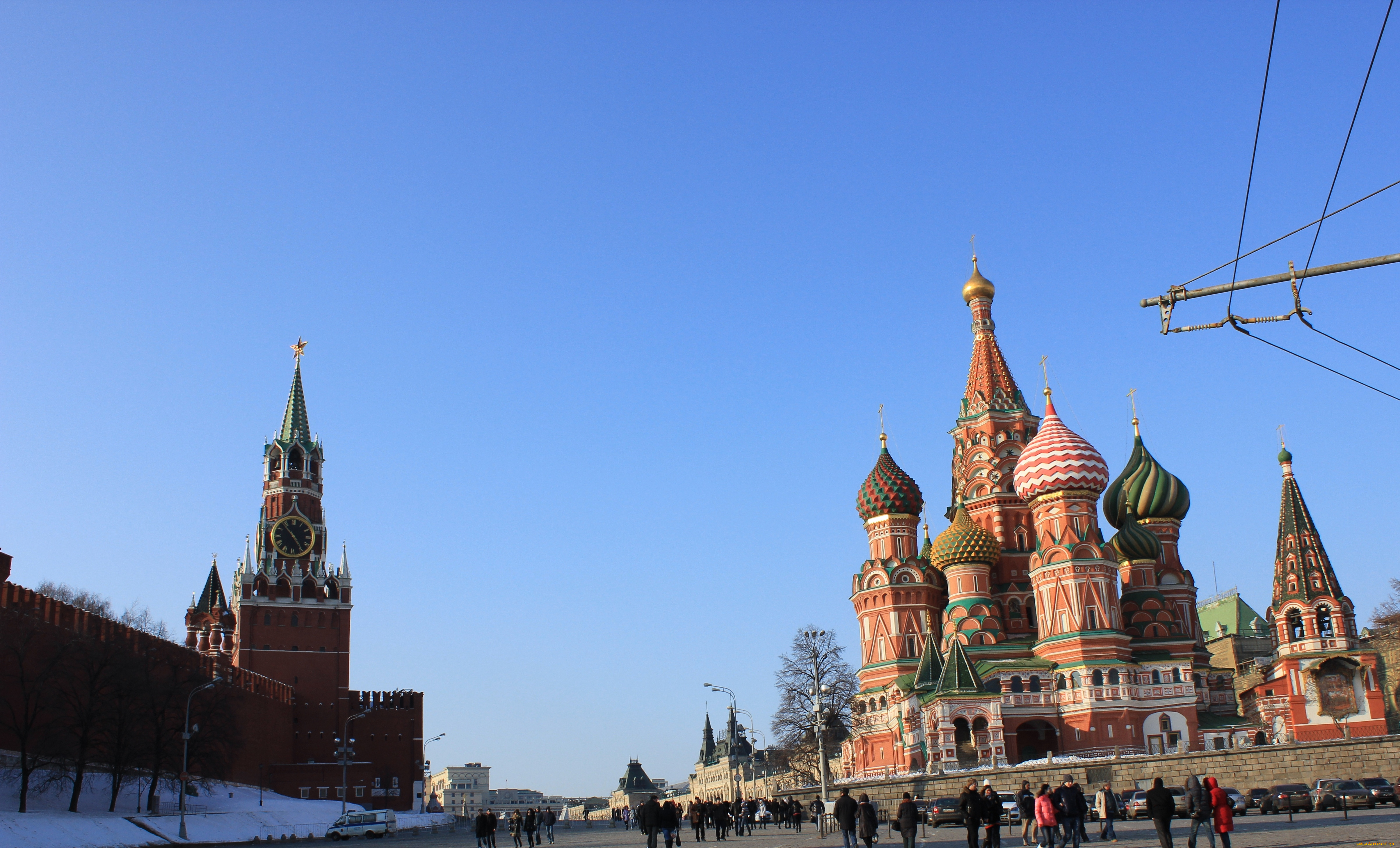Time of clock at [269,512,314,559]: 4:53
